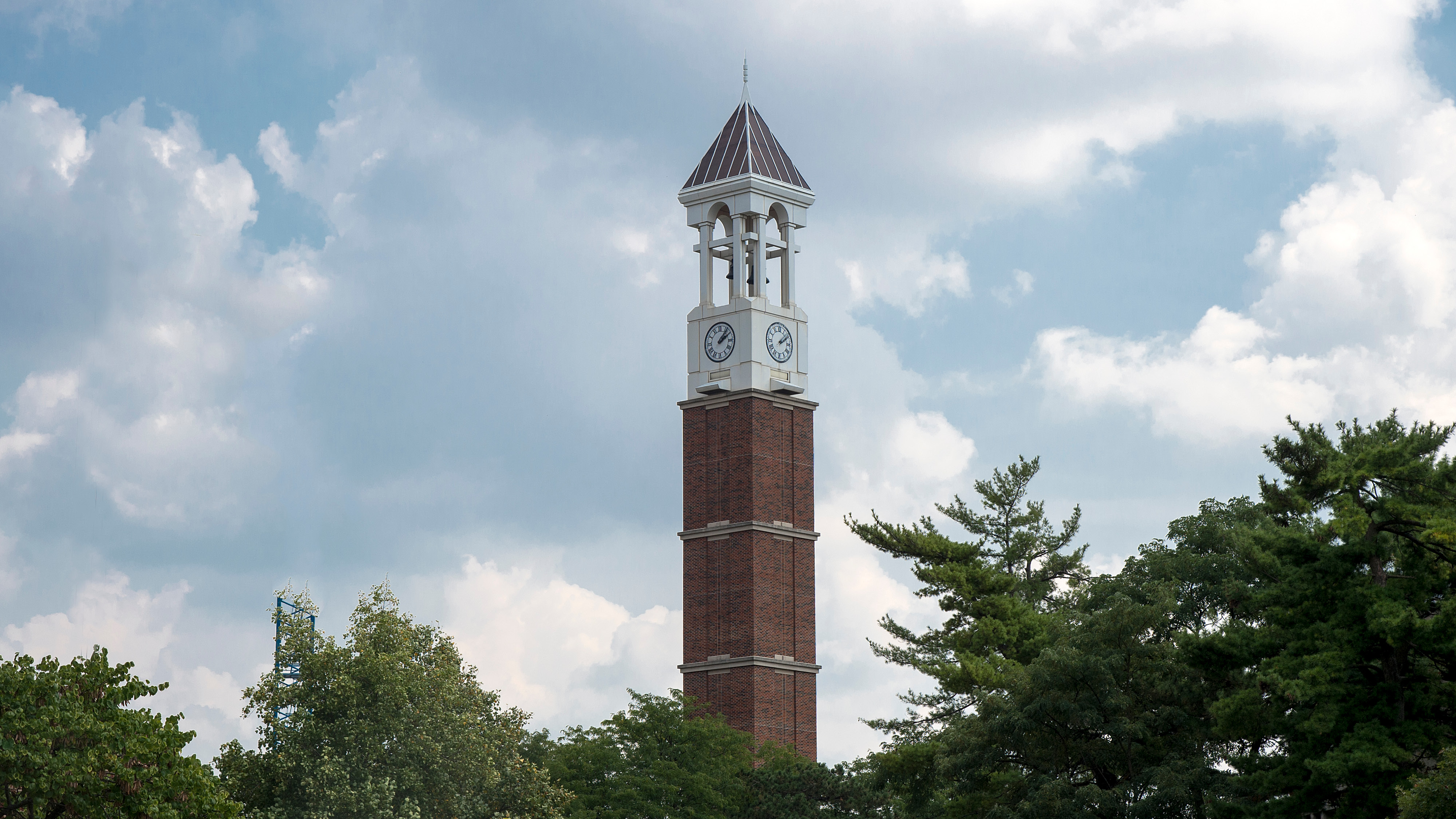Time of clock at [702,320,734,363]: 2:06
